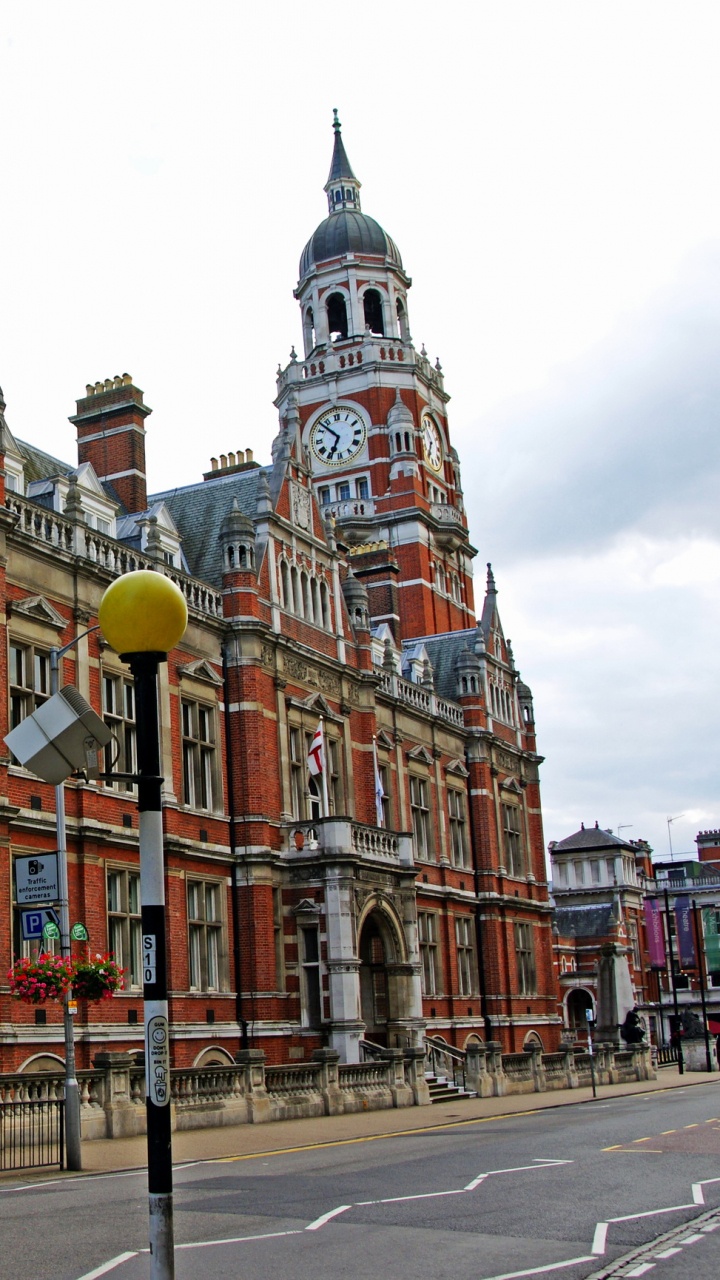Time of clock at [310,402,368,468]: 6:52
